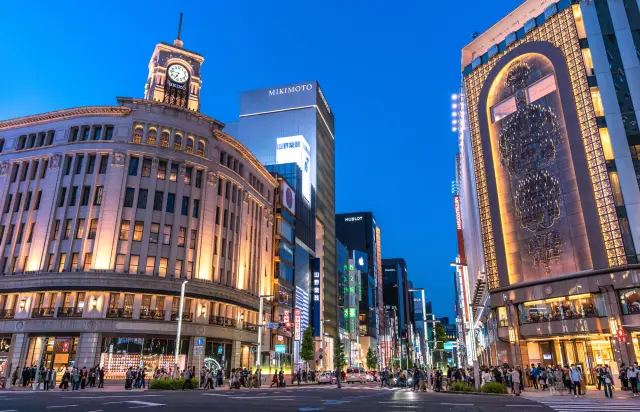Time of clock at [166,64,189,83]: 6:46
